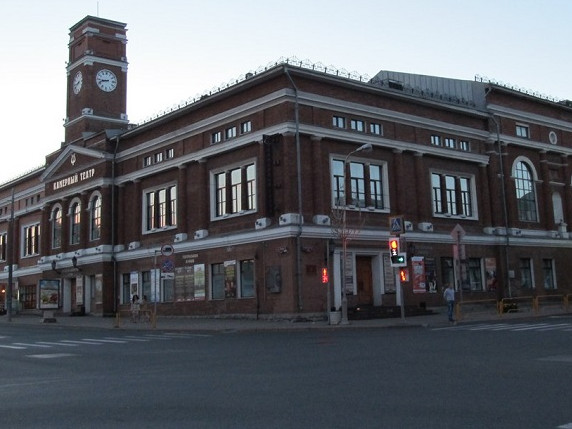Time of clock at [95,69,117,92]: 8:42
